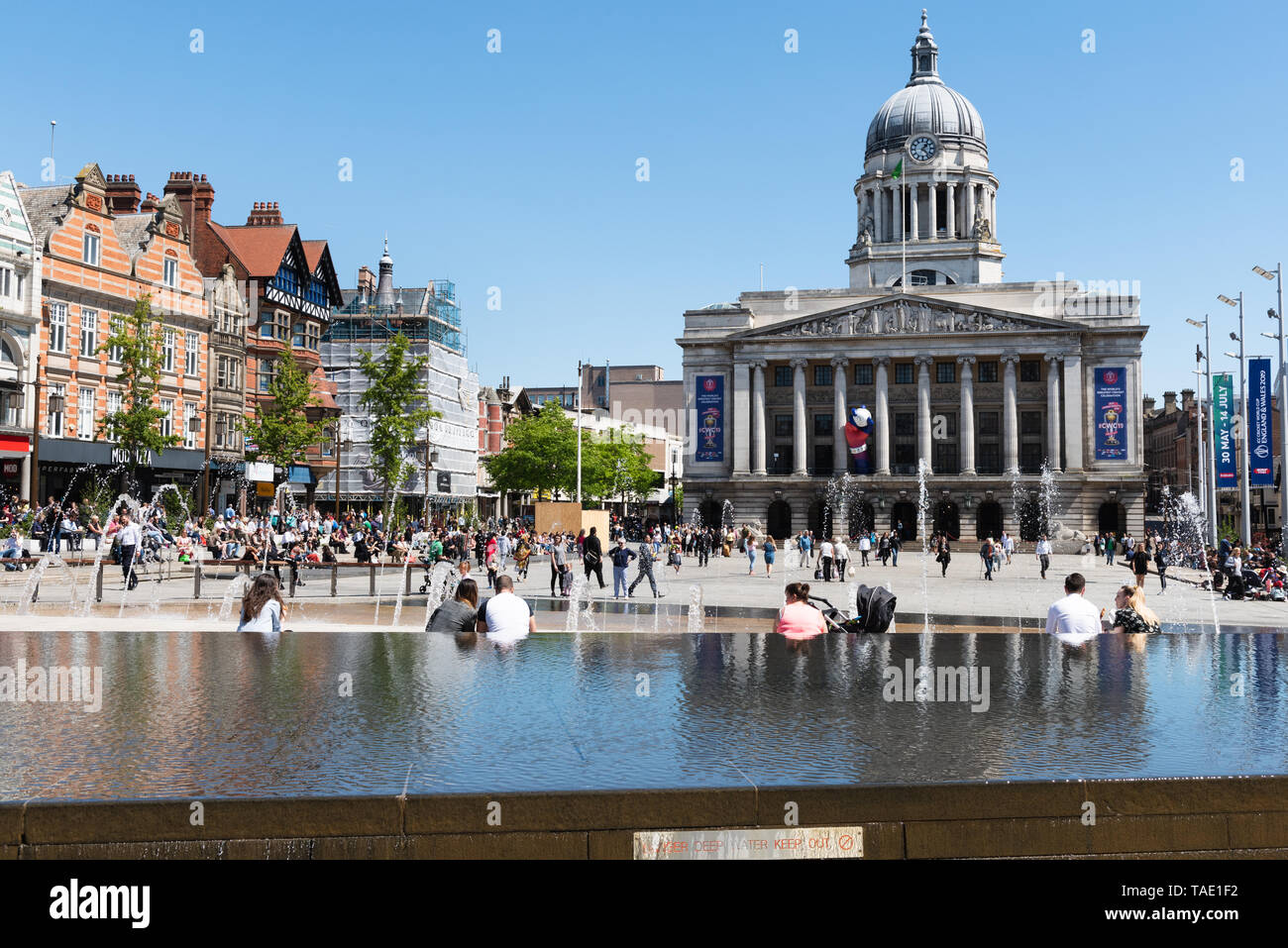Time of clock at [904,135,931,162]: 1:22
